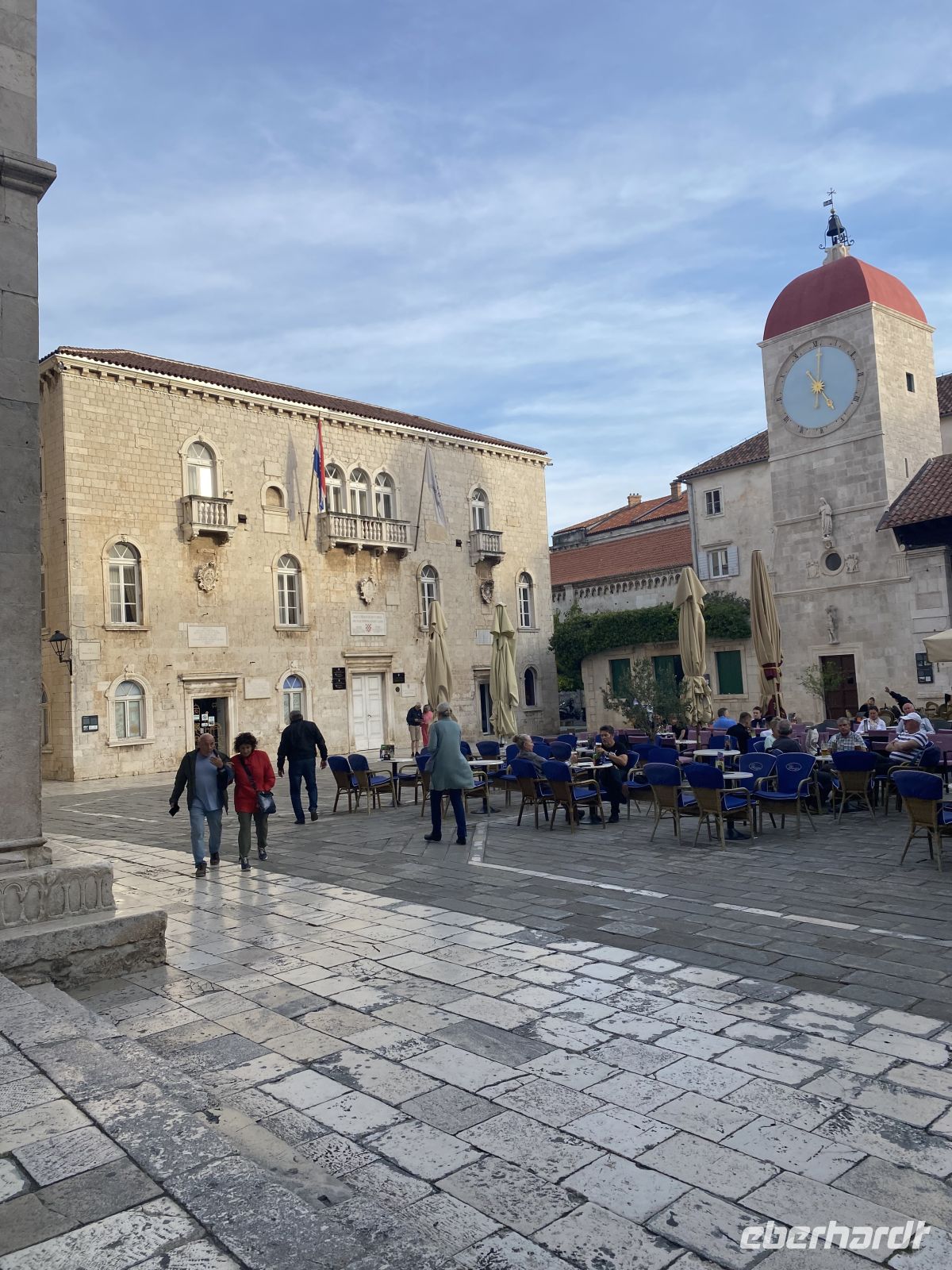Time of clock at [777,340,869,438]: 5:01
